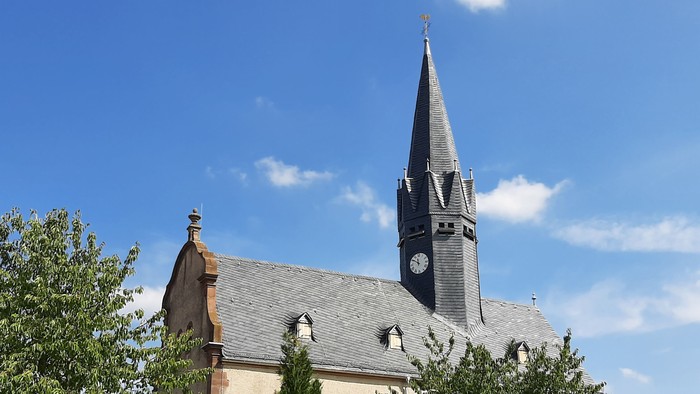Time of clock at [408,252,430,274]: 11:50
